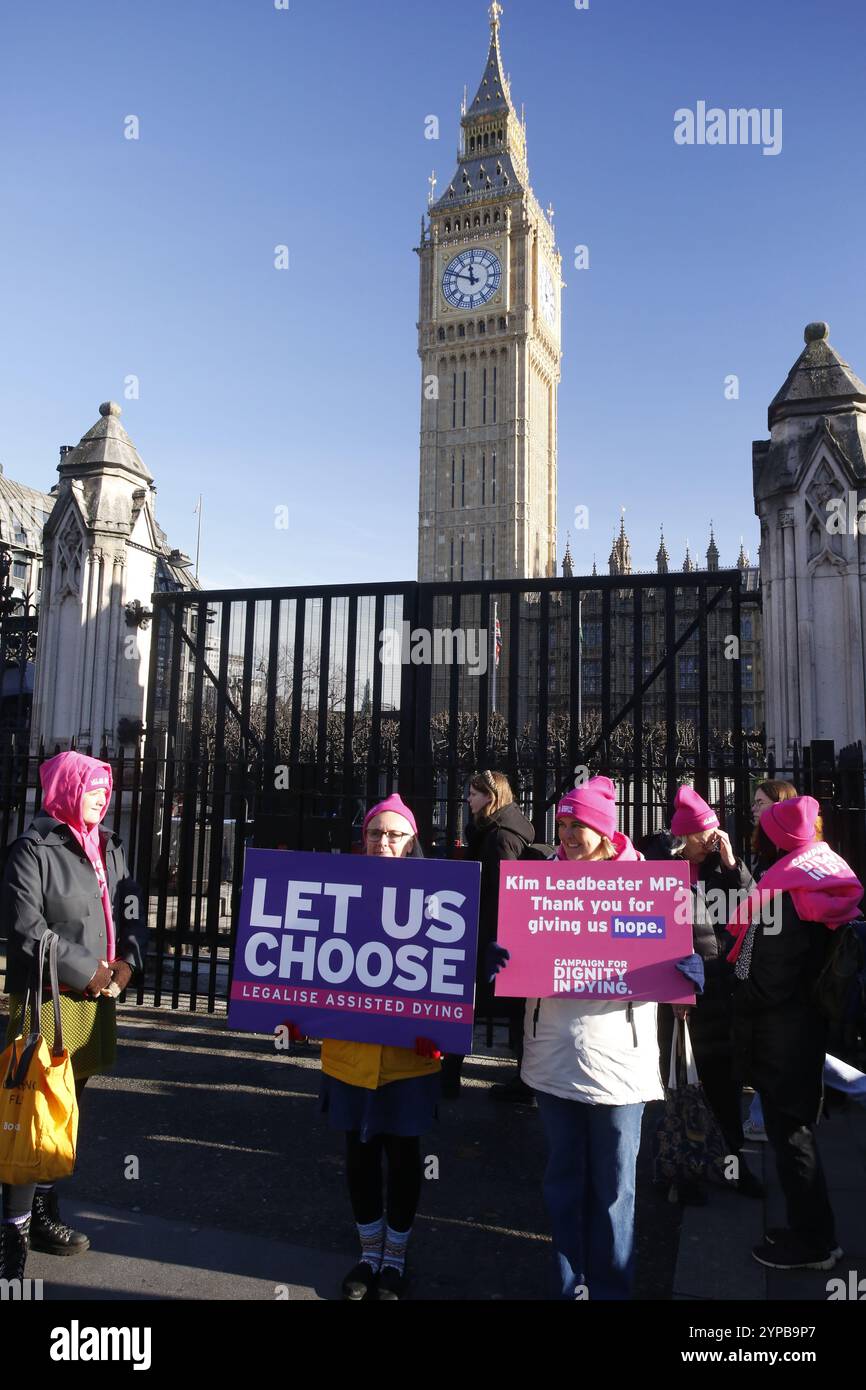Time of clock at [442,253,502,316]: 11:48
